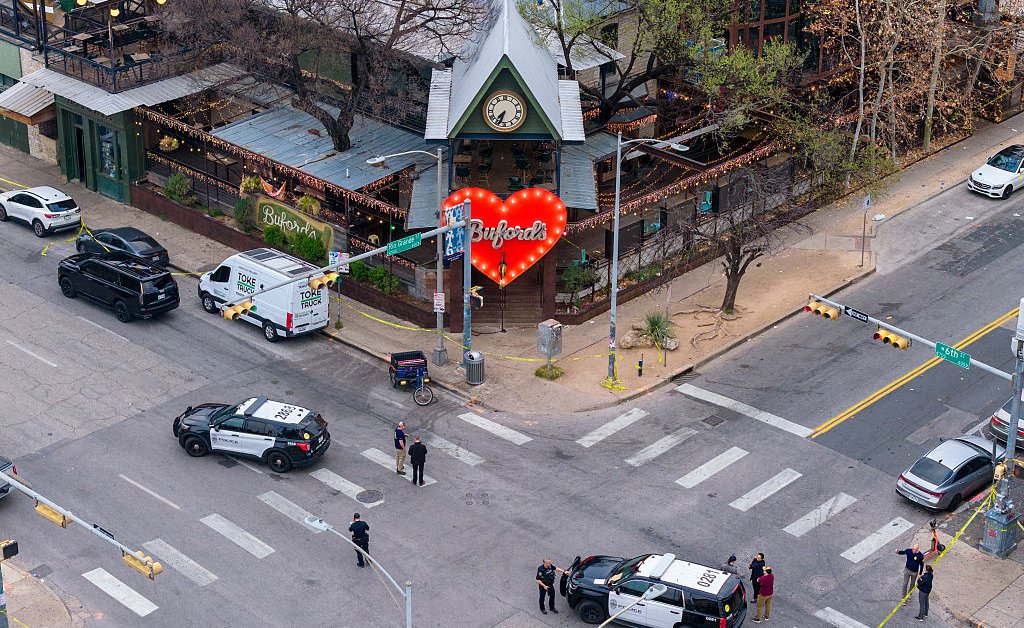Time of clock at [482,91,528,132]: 7:33
